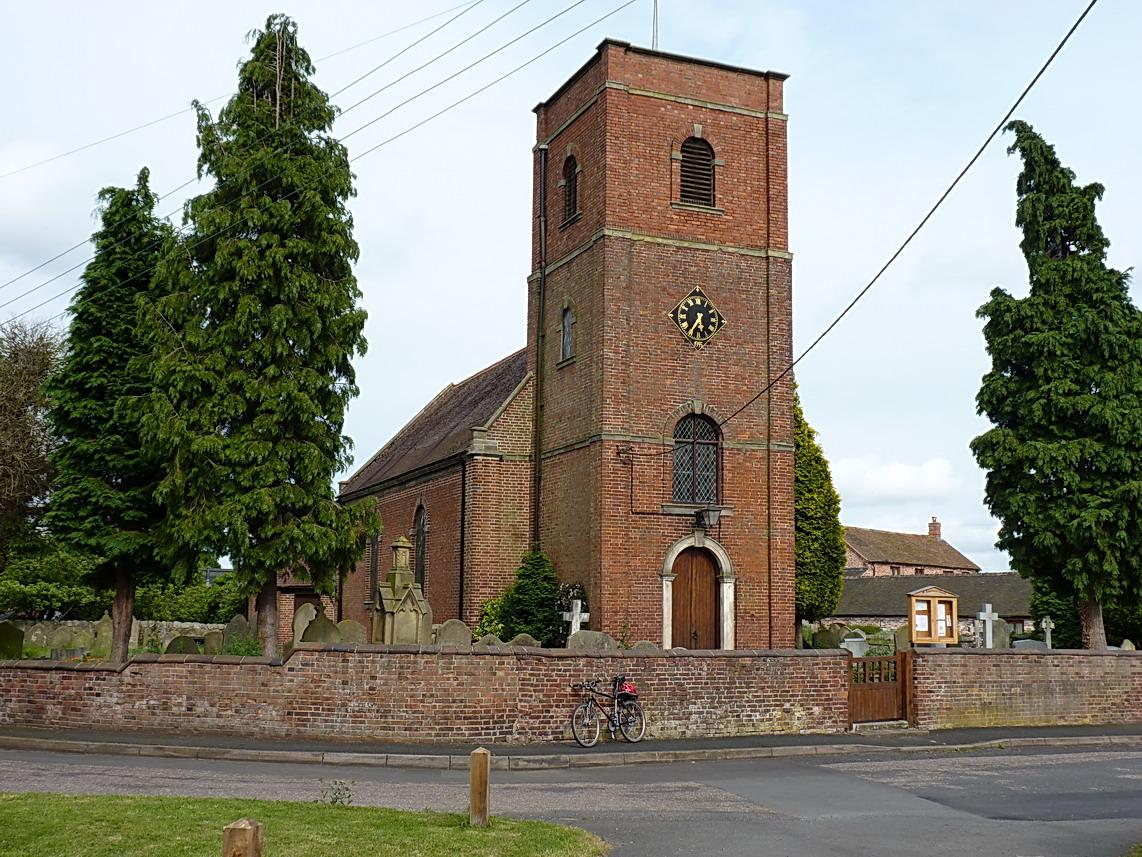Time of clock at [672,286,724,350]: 5:35
